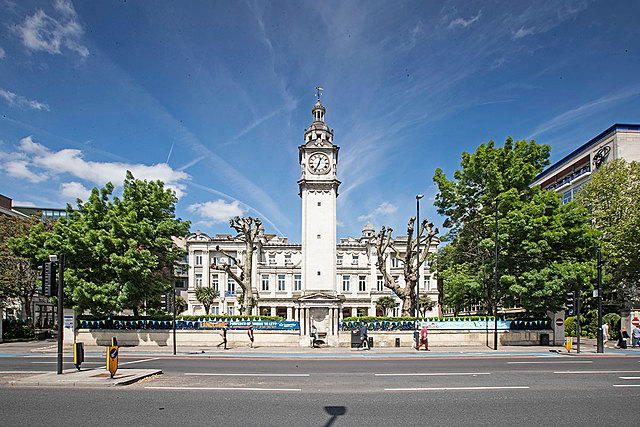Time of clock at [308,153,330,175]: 12:34
